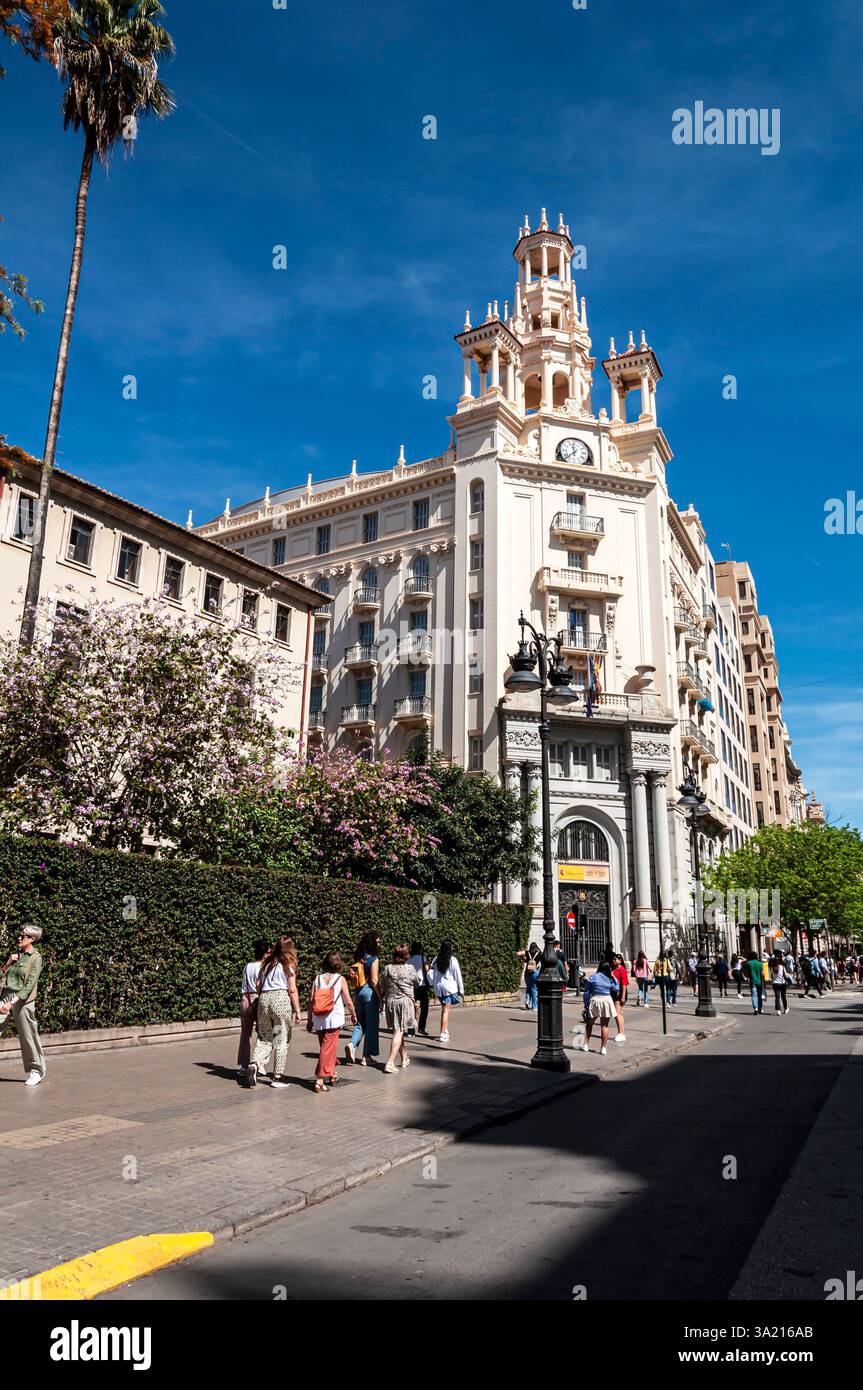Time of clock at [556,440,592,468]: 11:37
